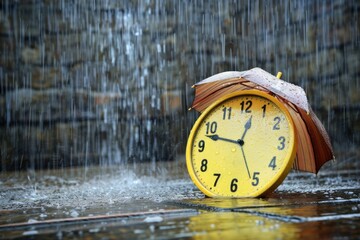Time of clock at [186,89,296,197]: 12:47
